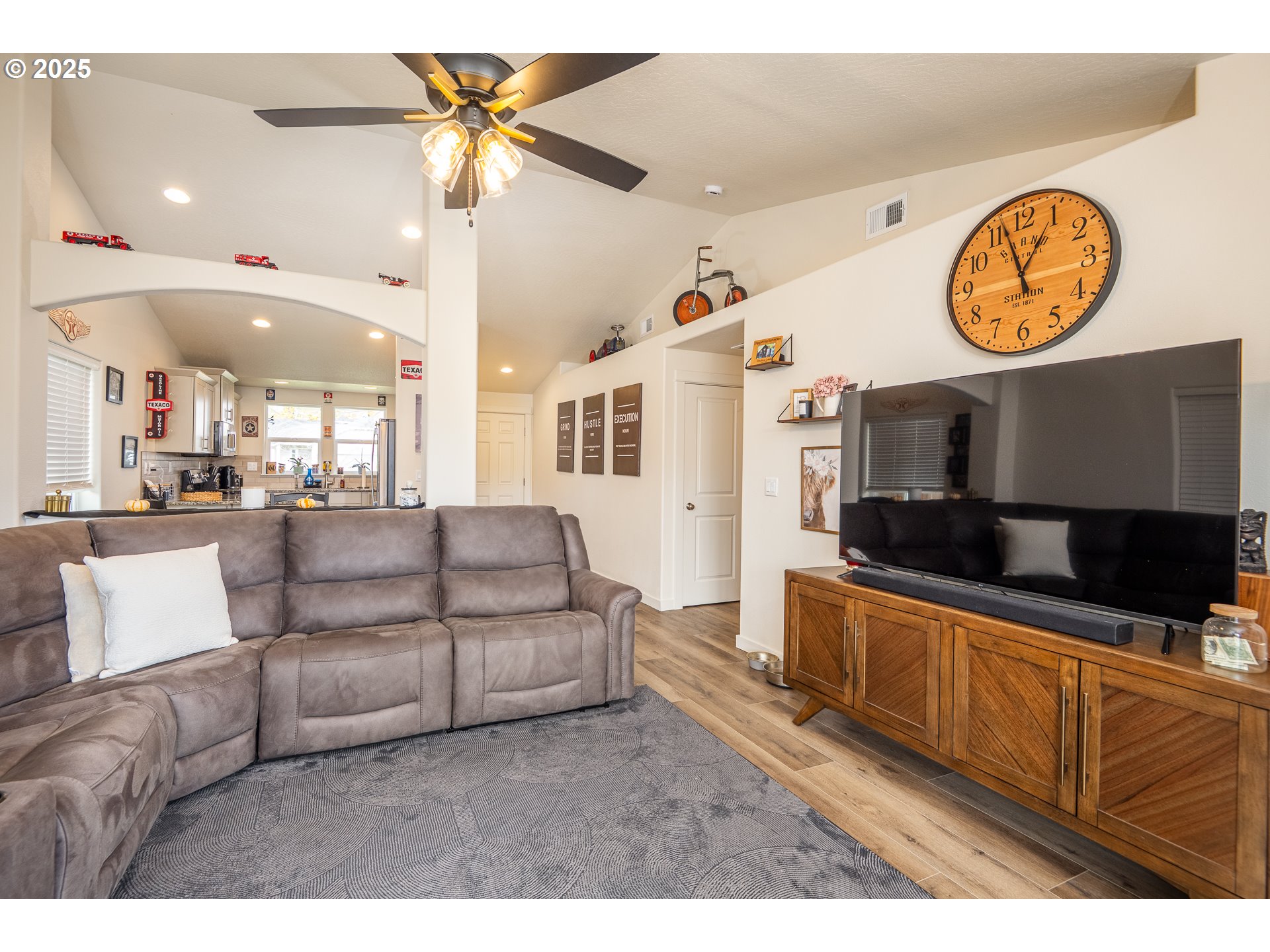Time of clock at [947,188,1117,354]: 12:57
